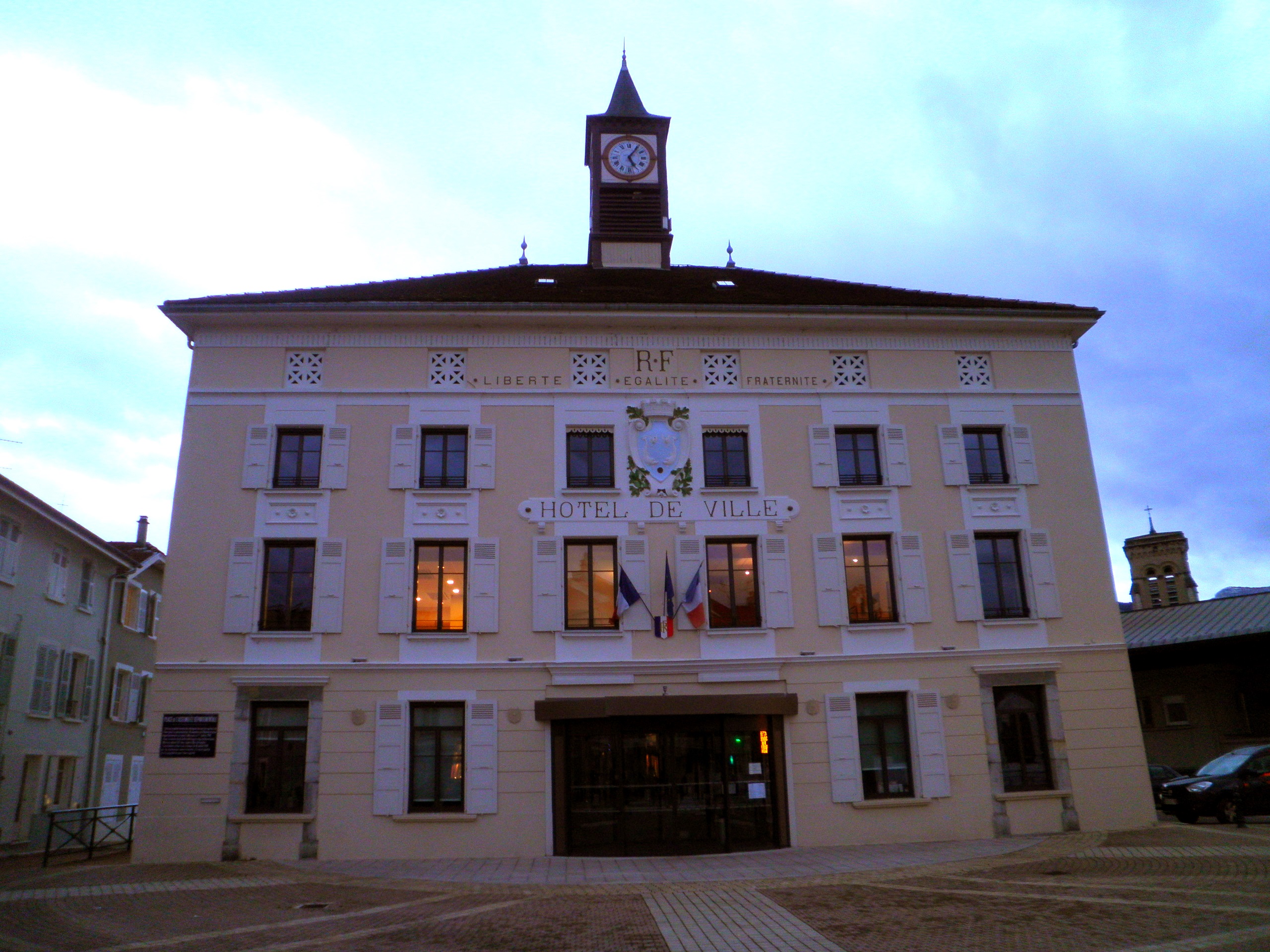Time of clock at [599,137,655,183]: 5:05
